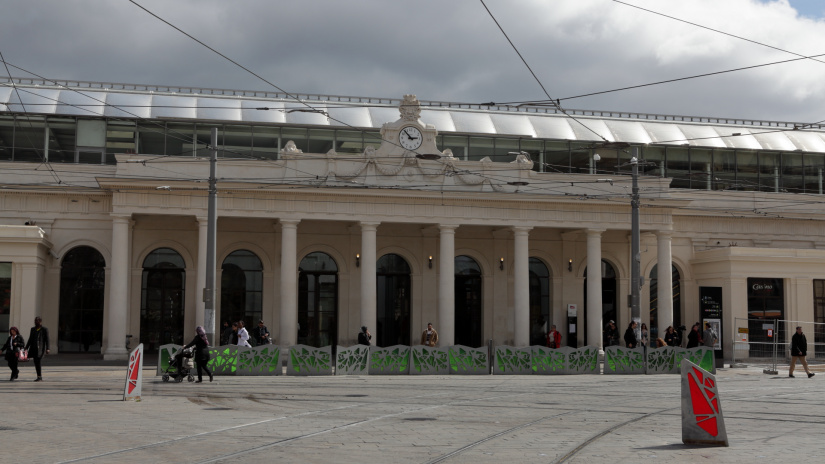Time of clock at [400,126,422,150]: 2:53
